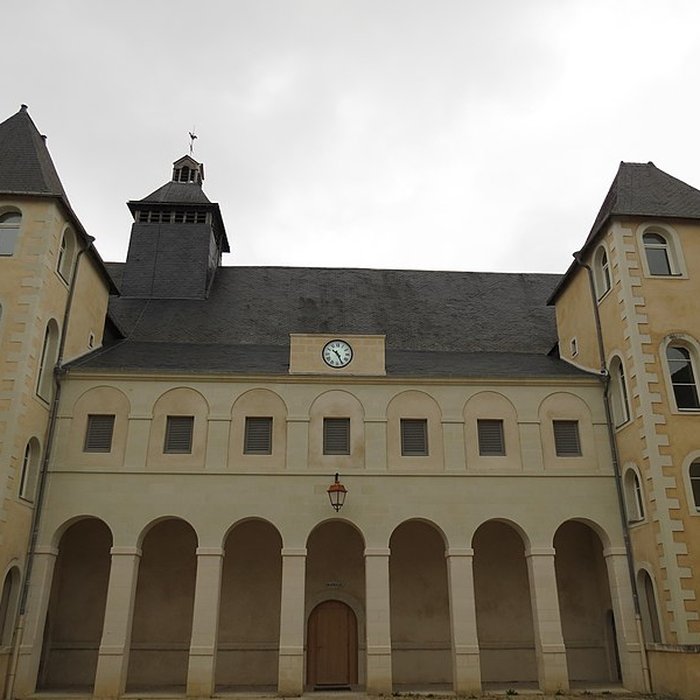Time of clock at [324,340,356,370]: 10:25
